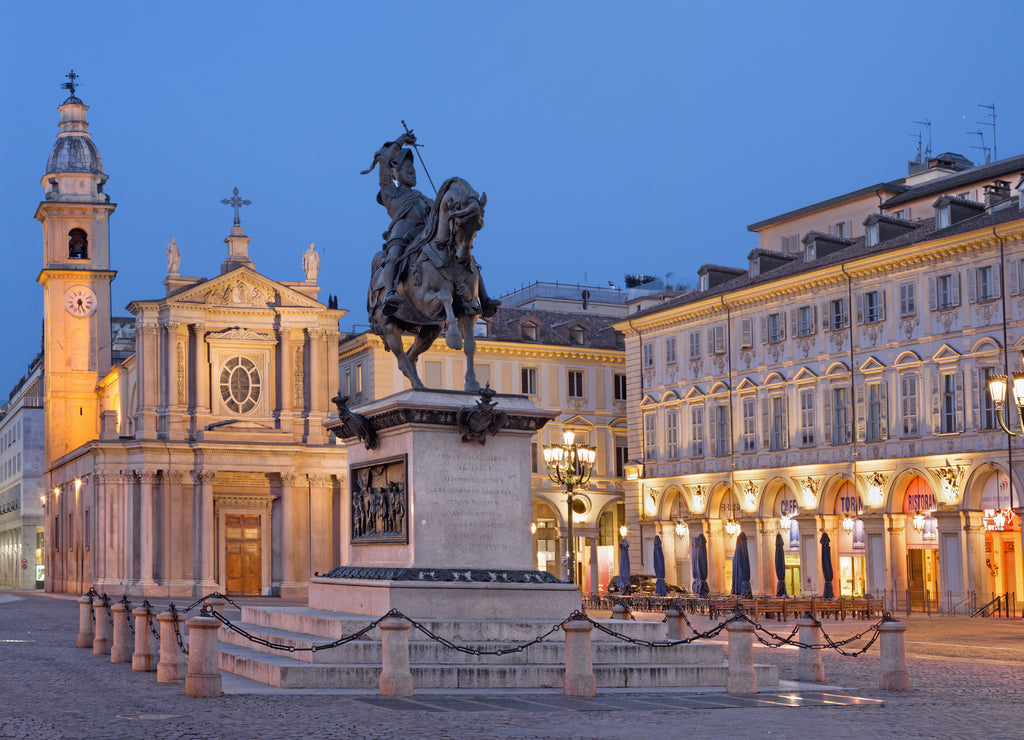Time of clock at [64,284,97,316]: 6:26
